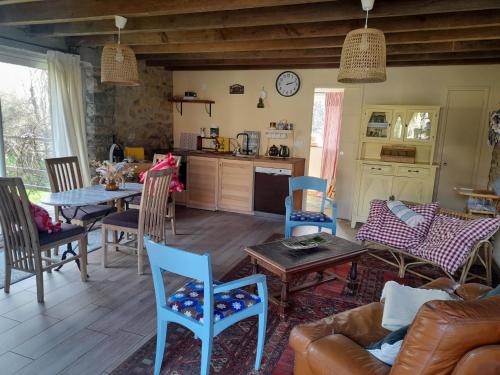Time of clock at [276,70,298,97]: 2:12
